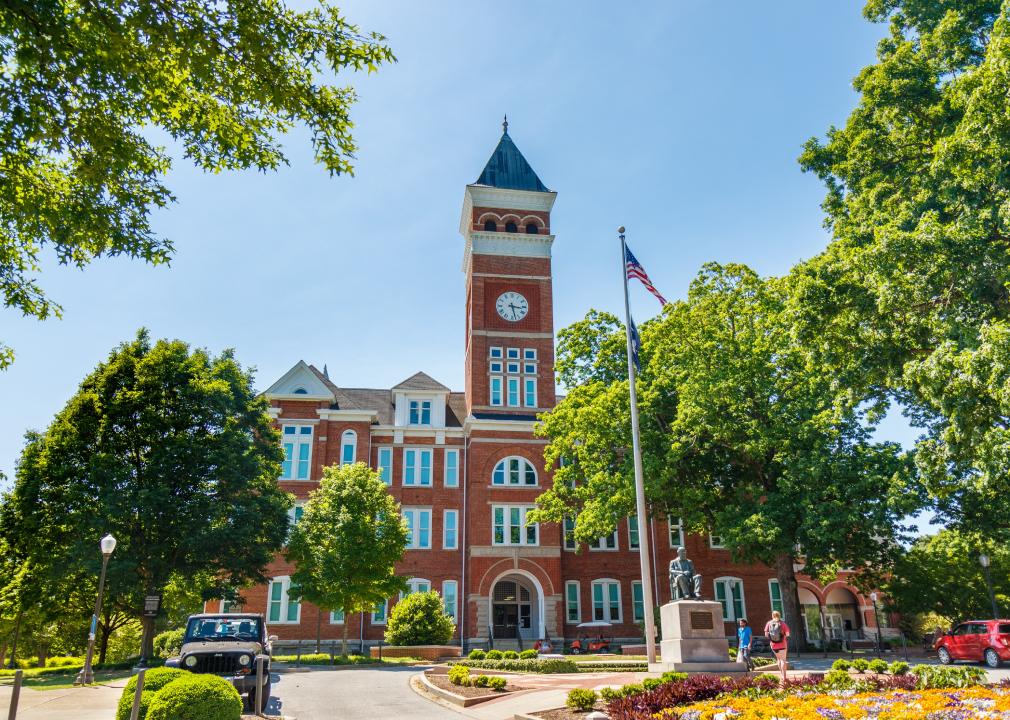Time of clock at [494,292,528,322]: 3:27
